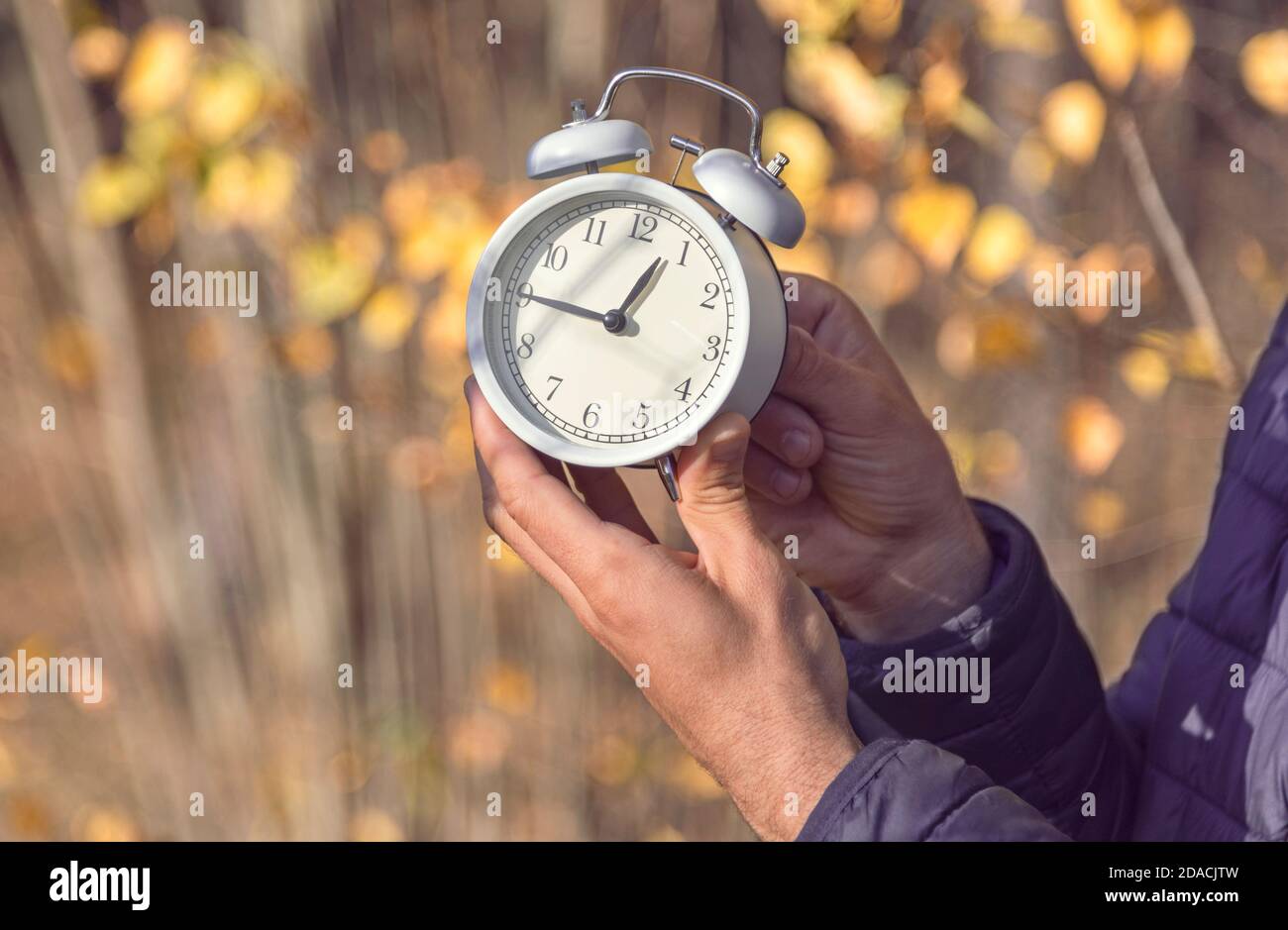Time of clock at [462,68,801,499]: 12:45
